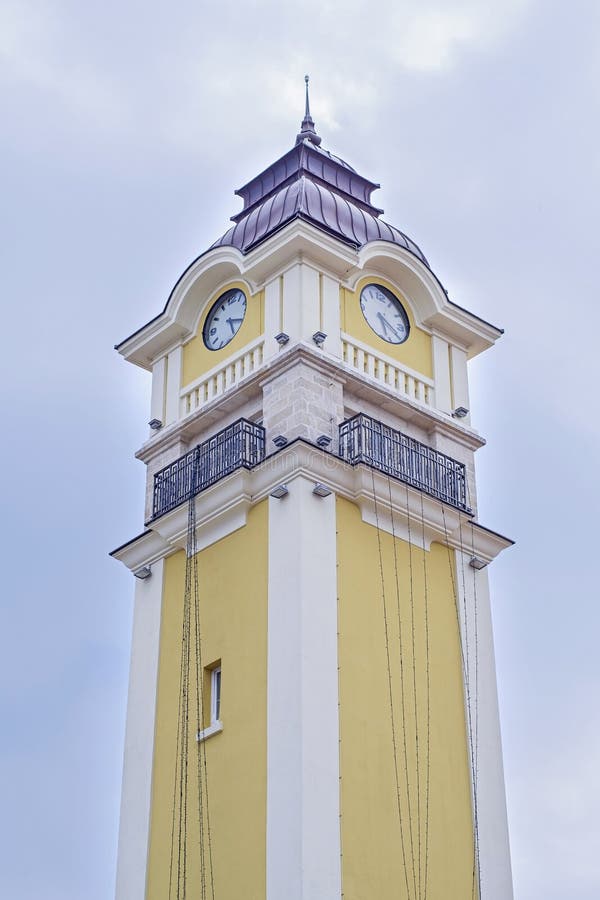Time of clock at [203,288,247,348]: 5:18
